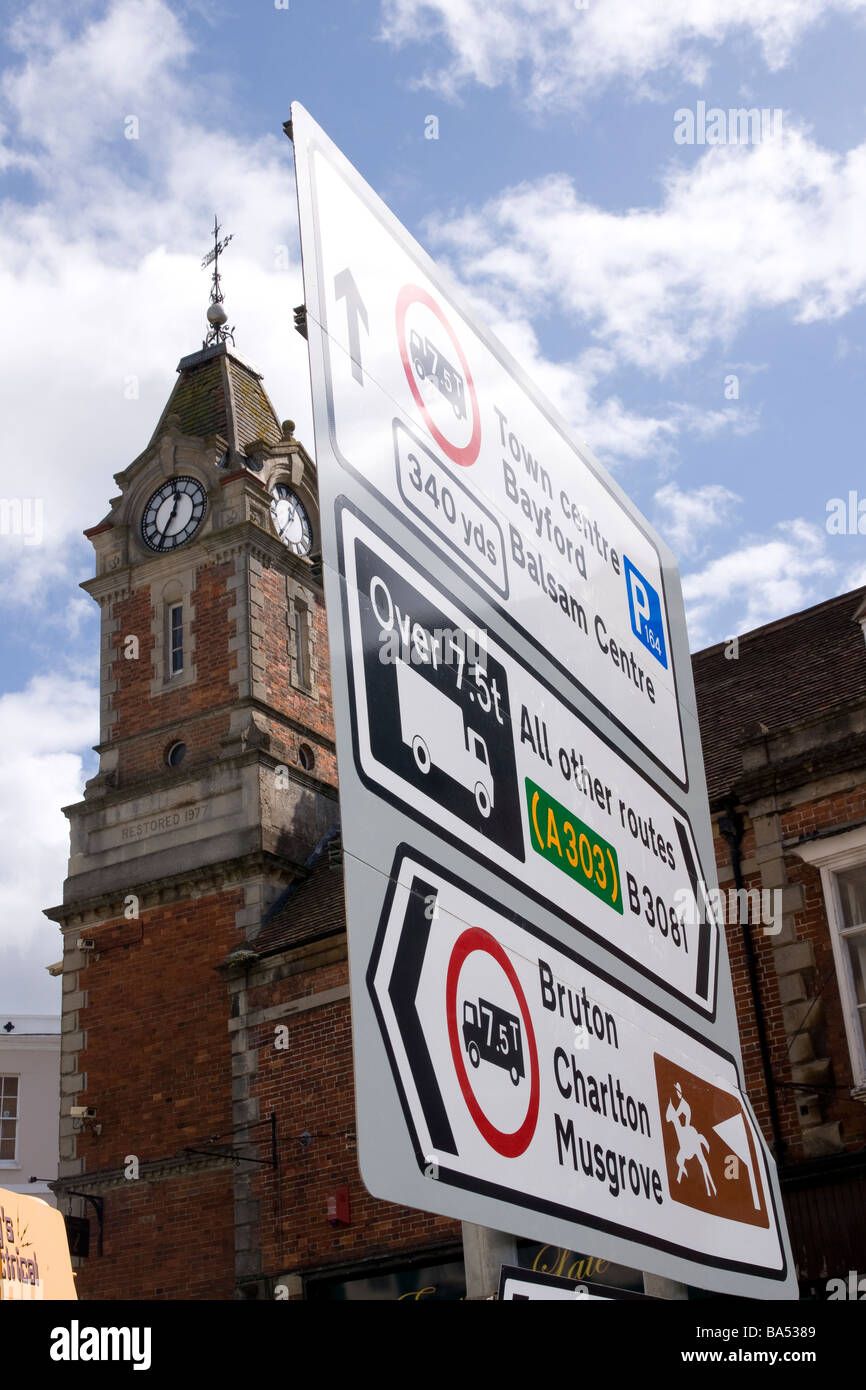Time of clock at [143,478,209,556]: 12:34
